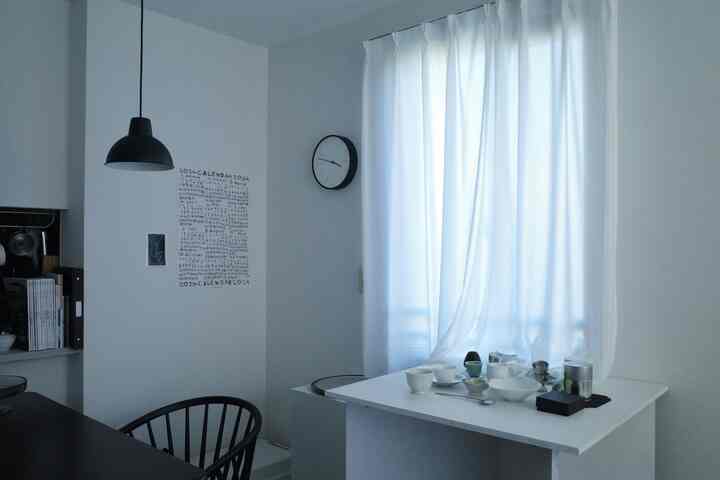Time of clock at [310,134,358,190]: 3:47
